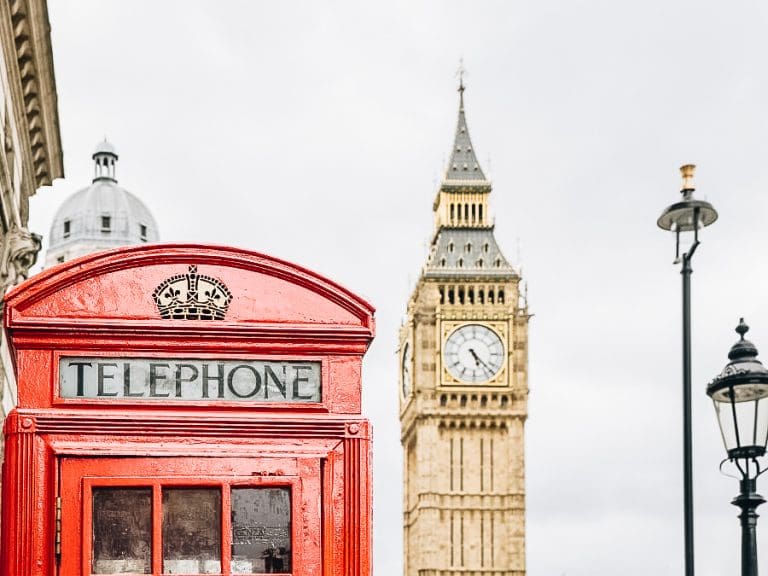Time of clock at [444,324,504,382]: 5:22
